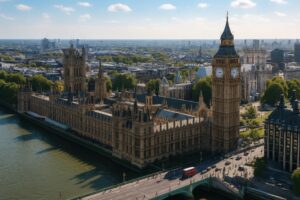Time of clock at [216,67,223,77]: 3:13
